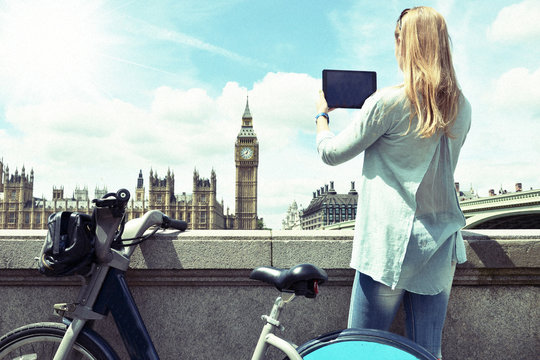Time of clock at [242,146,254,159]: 12:40
